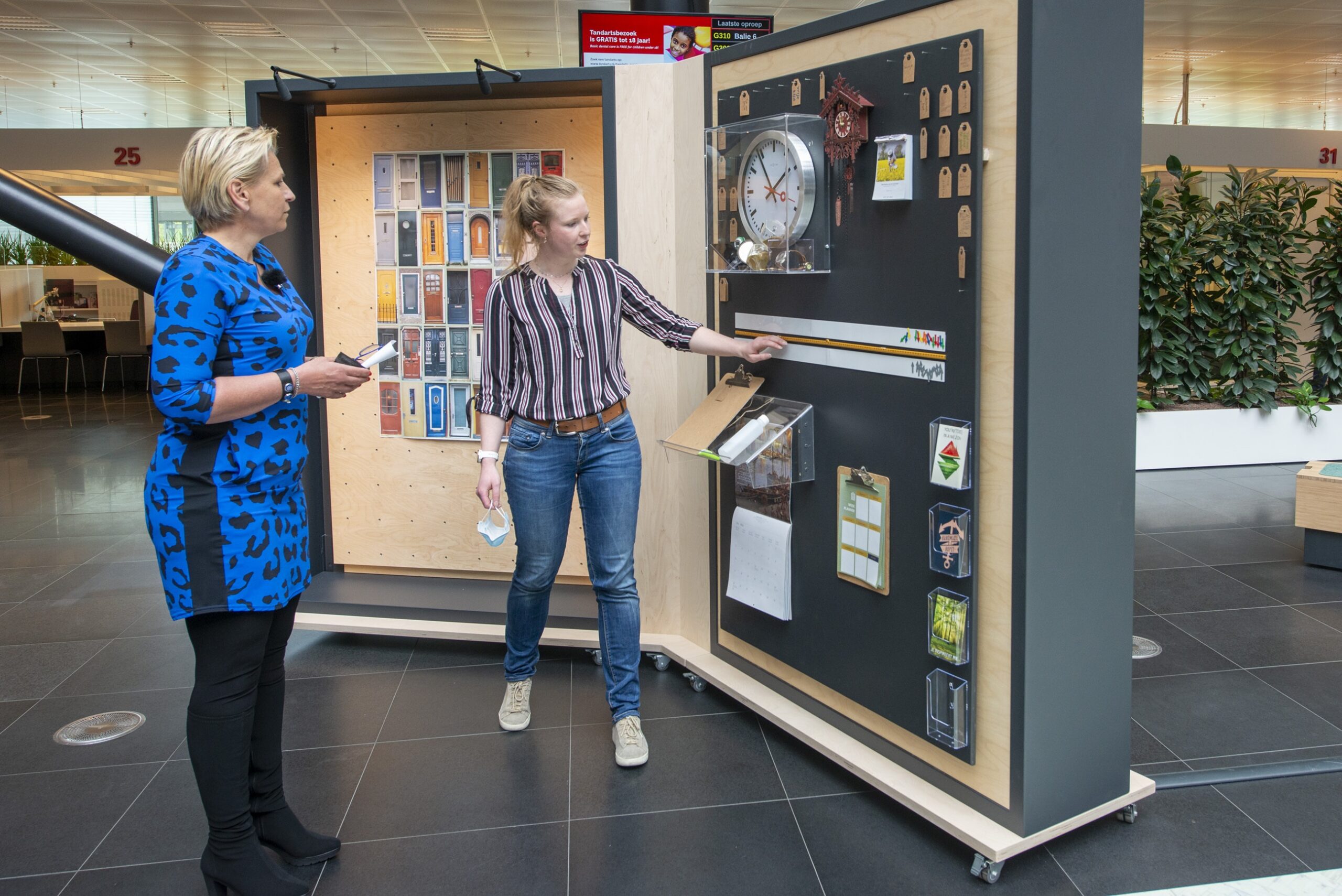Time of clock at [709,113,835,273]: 1:54
